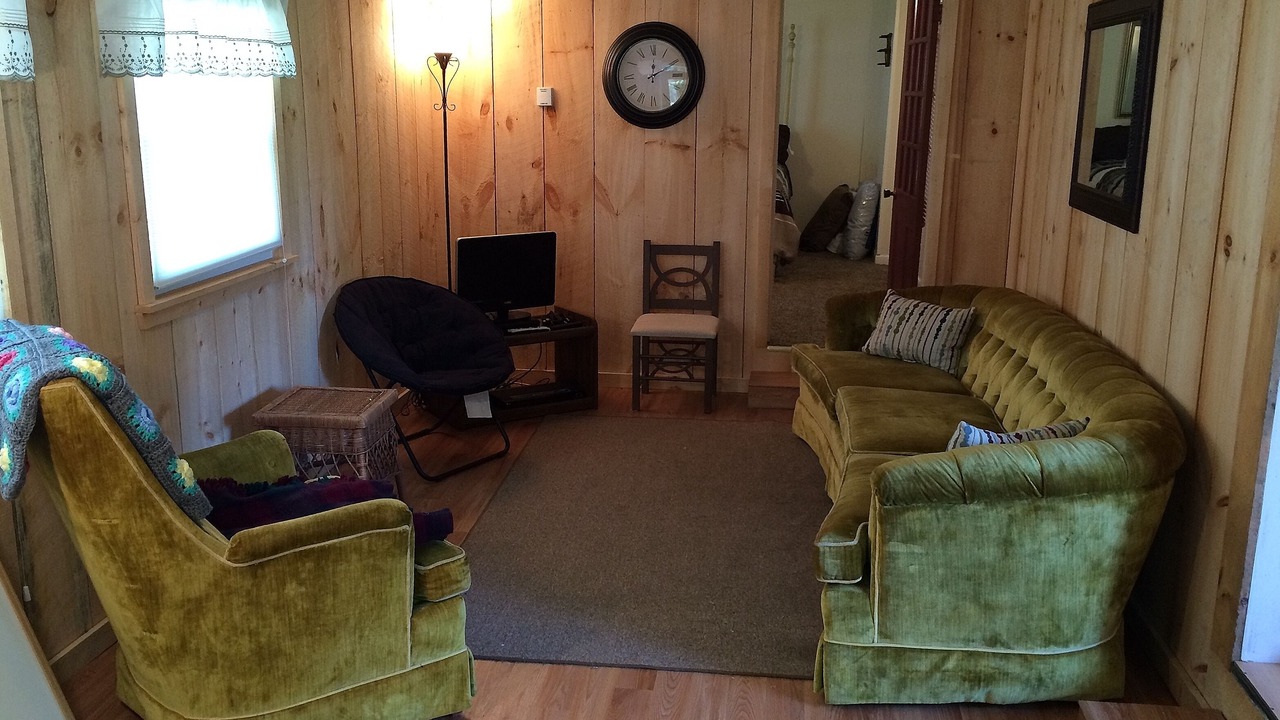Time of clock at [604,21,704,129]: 12:10
